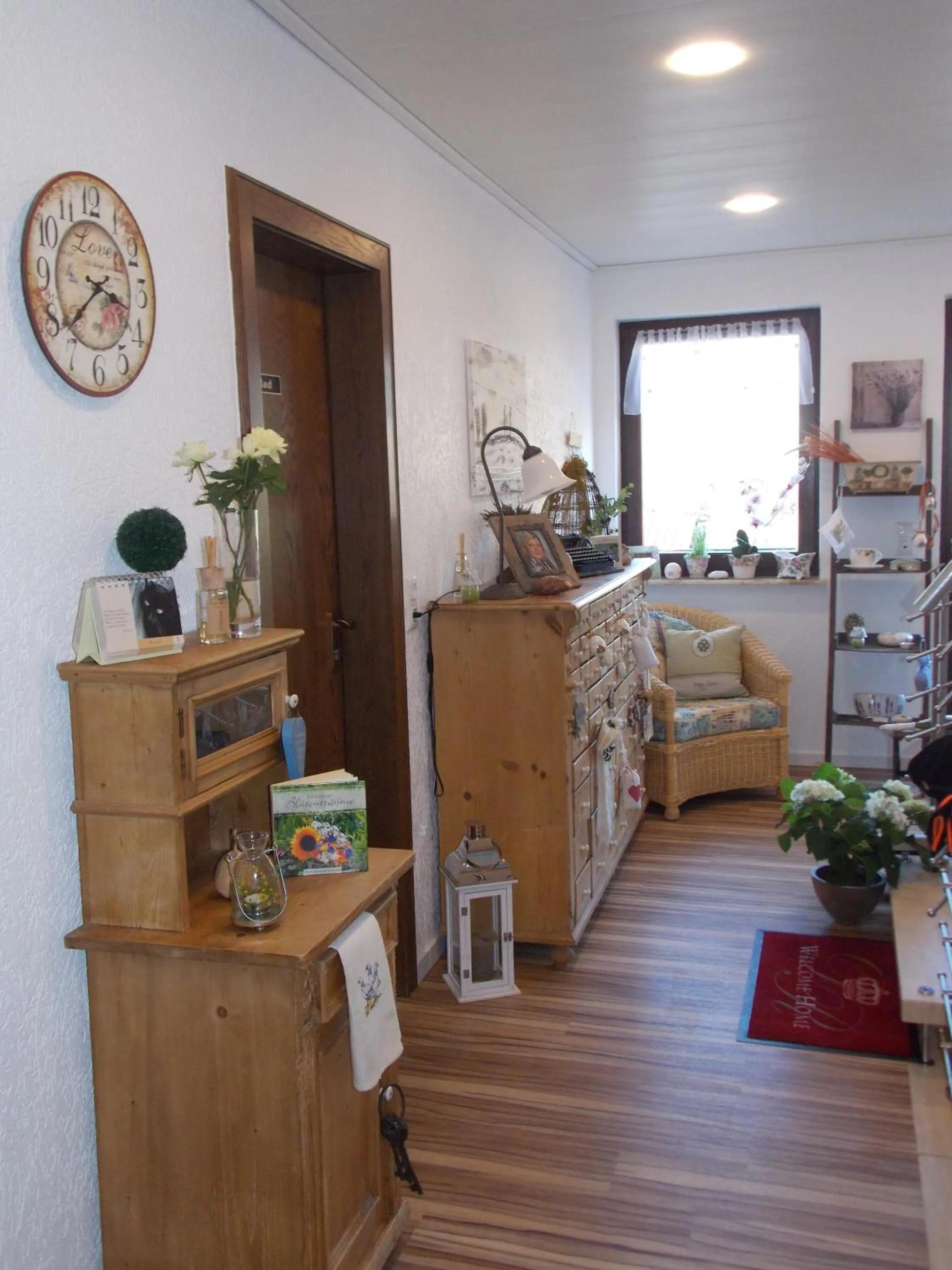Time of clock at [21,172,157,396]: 3:38
